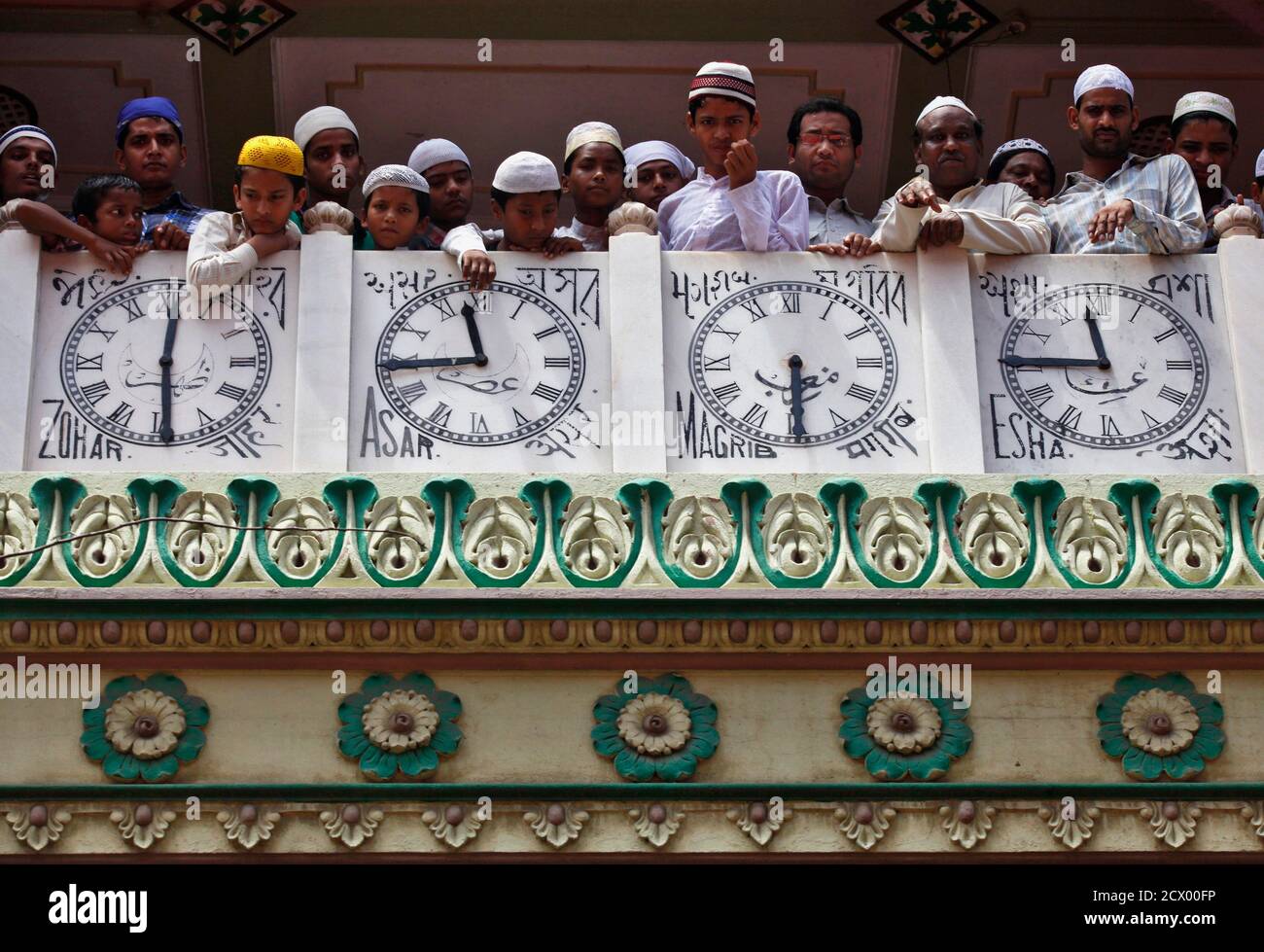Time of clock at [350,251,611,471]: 11:44
